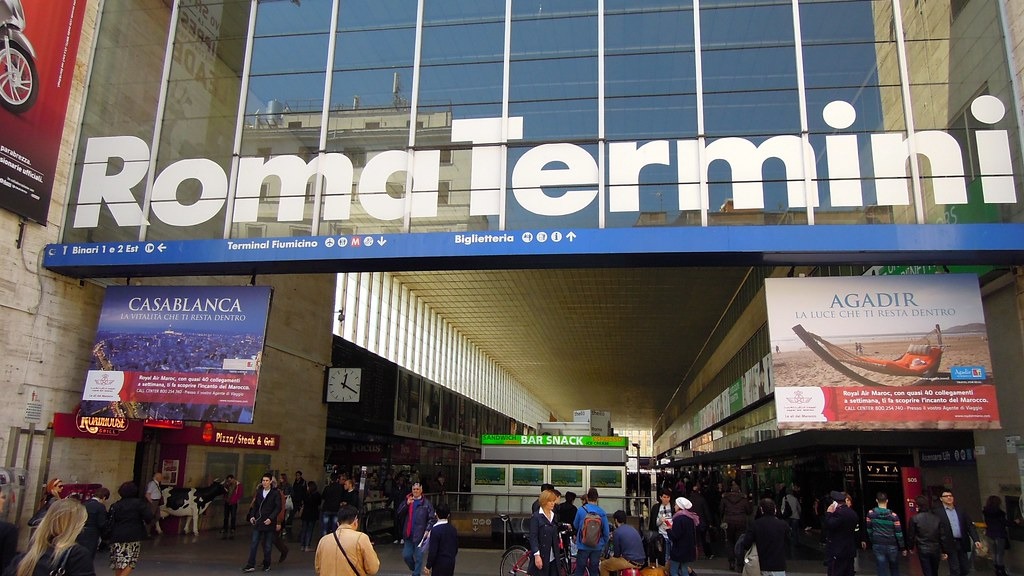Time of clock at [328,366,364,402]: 12:19
